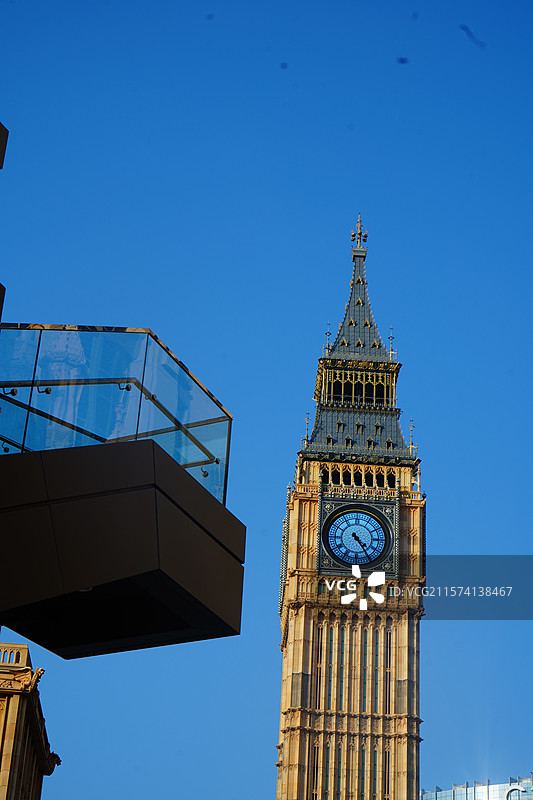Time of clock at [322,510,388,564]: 4:24
